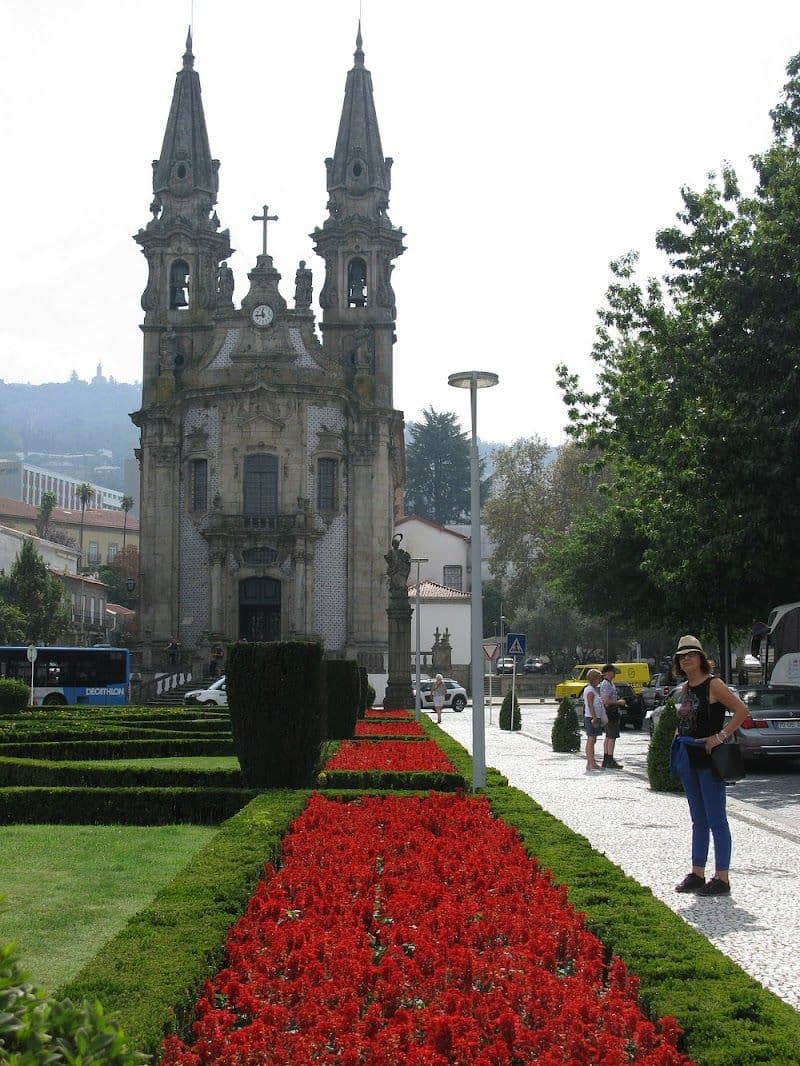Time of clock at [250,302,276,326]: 11:44
